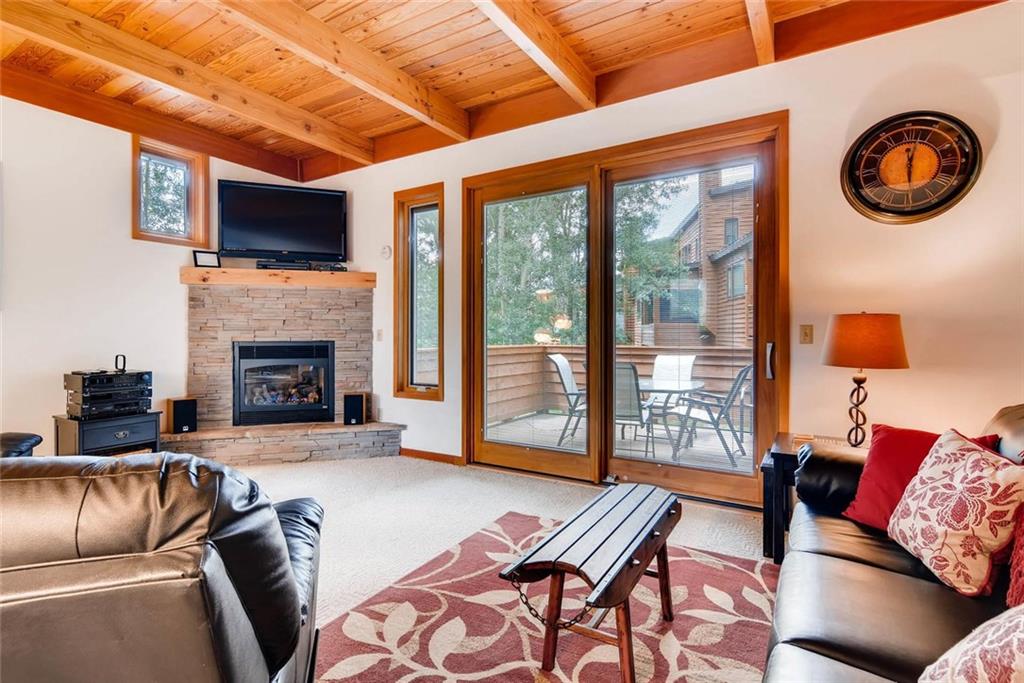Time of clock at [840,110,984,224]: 12:02
